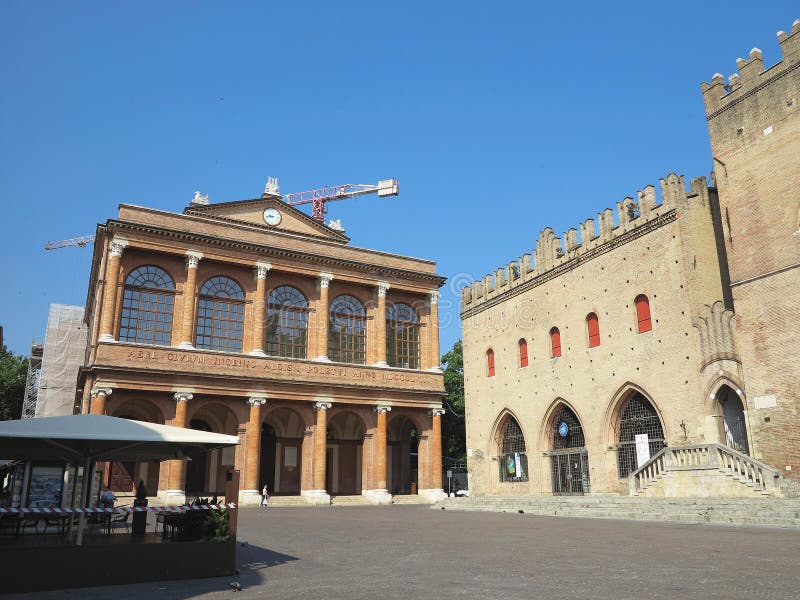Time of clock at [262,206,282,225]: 9:43
